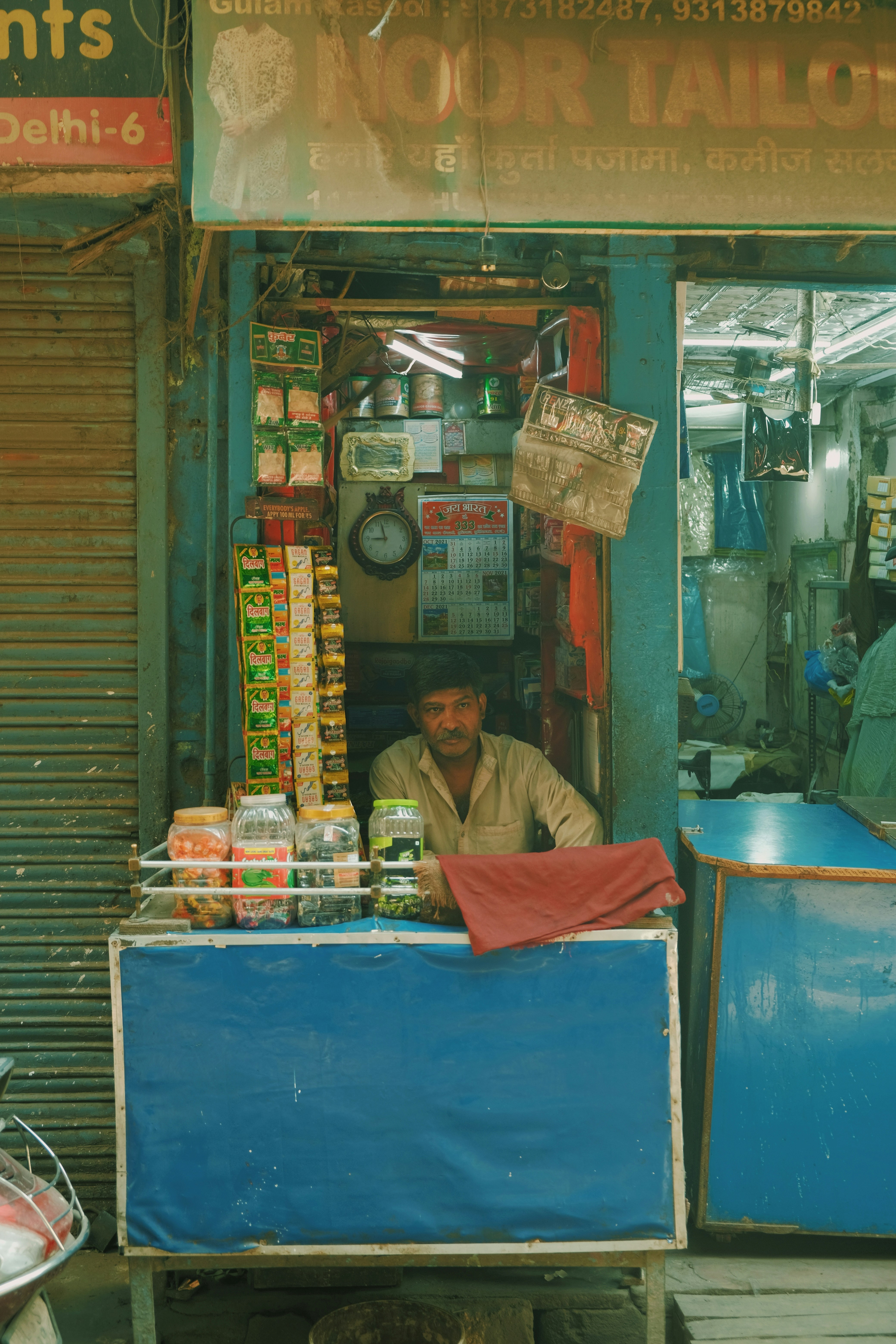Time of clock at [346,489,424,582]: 8:57
